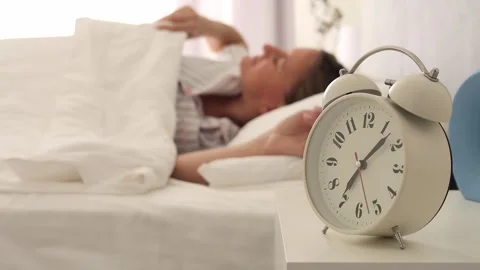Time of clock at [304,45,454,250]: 7:07
